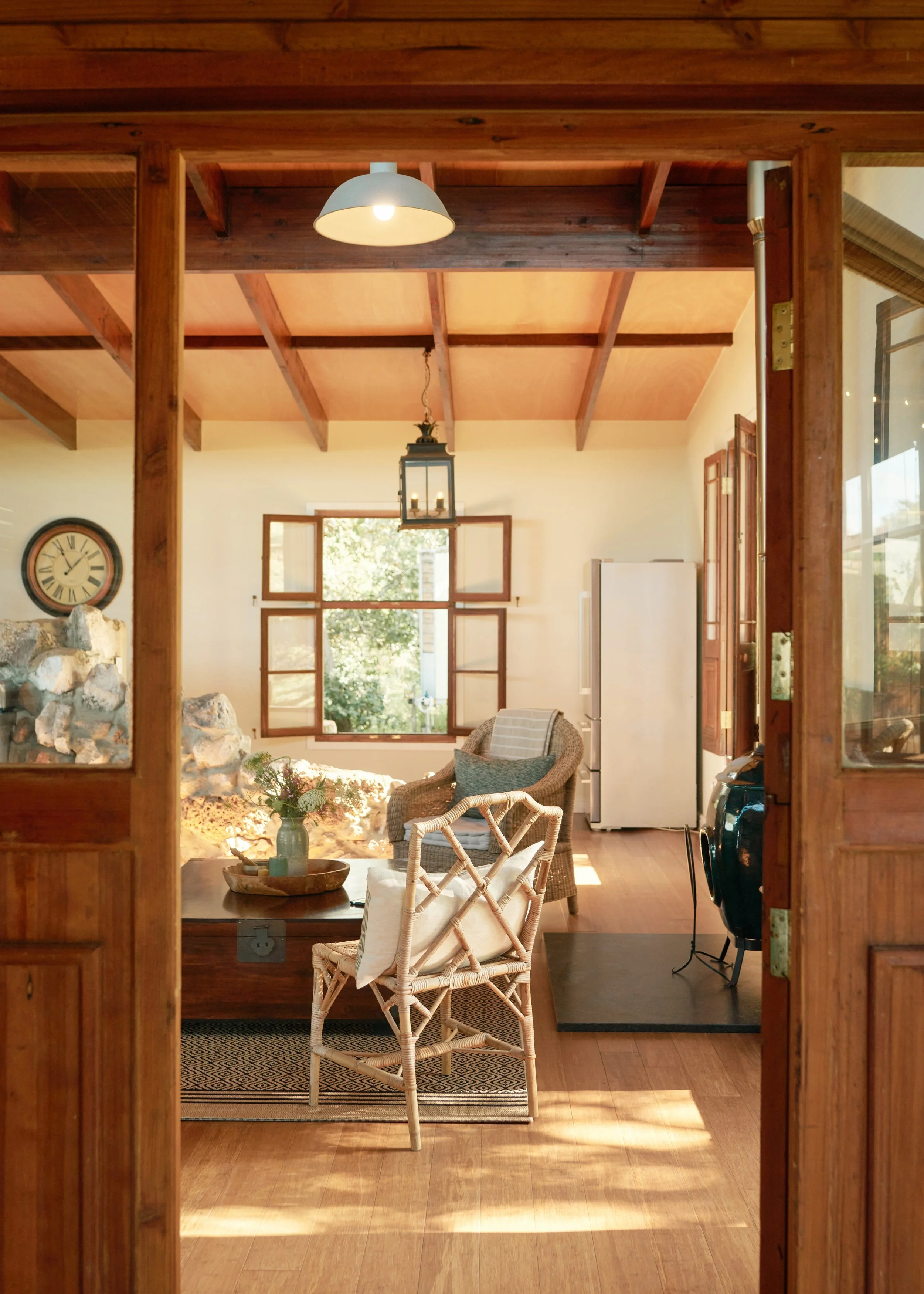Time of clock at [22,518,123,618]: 11:07
